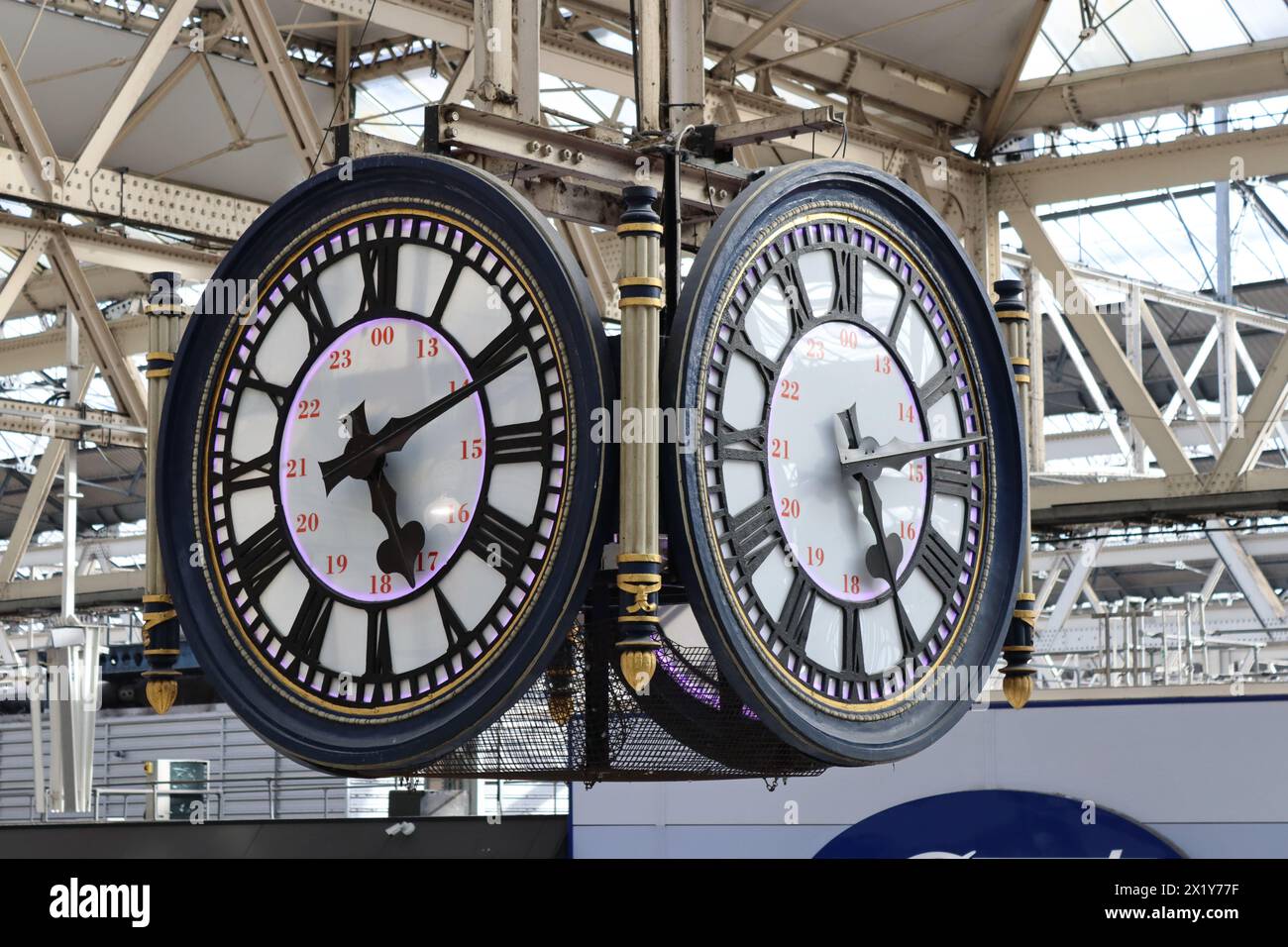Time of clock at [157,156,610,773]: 5:11
